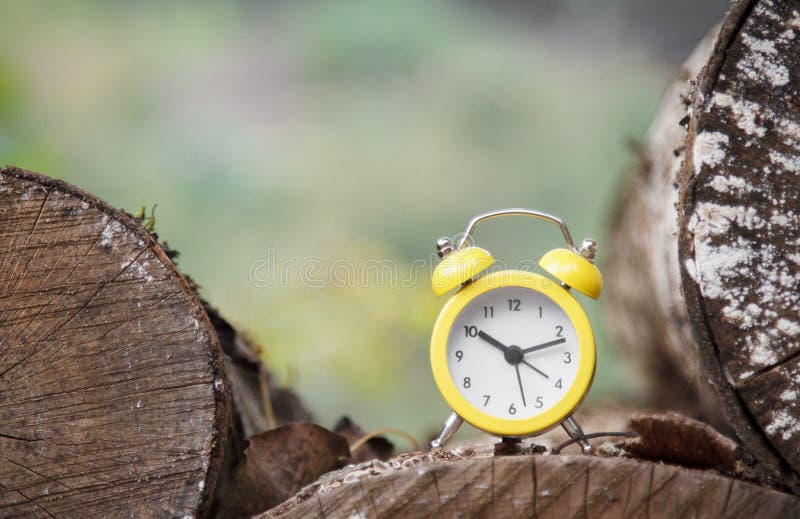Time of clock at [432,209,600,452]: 10:12
